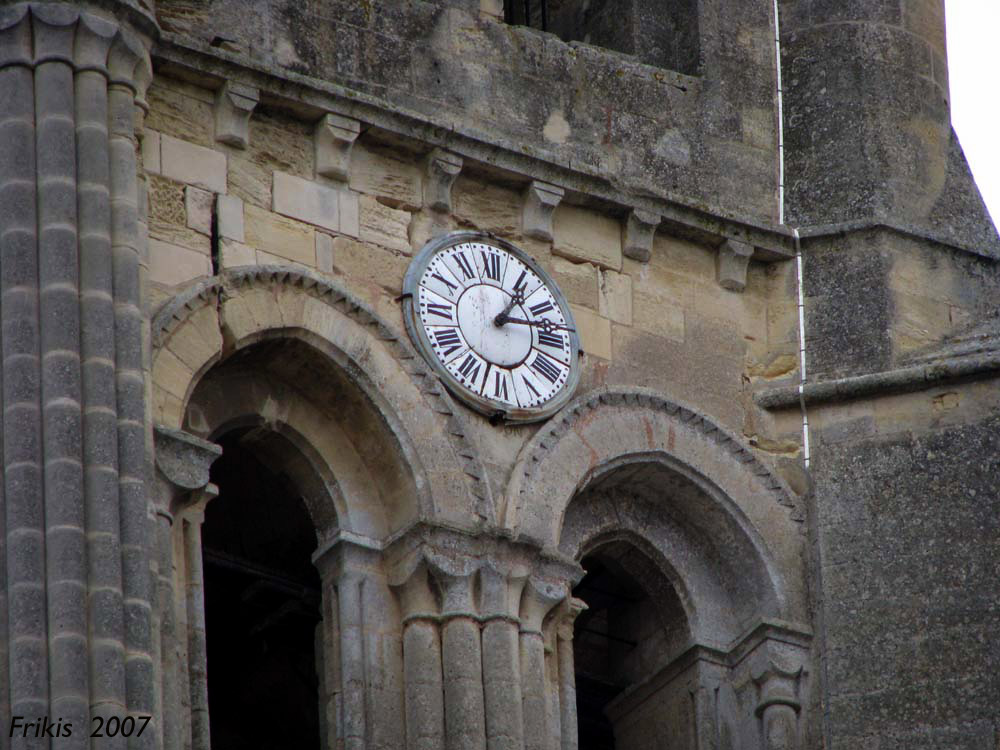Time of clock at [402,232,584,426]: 1:13
